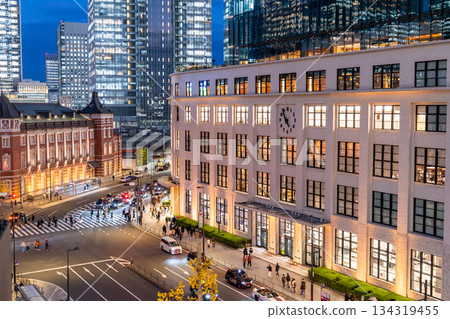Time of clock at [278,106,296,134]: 4:52
